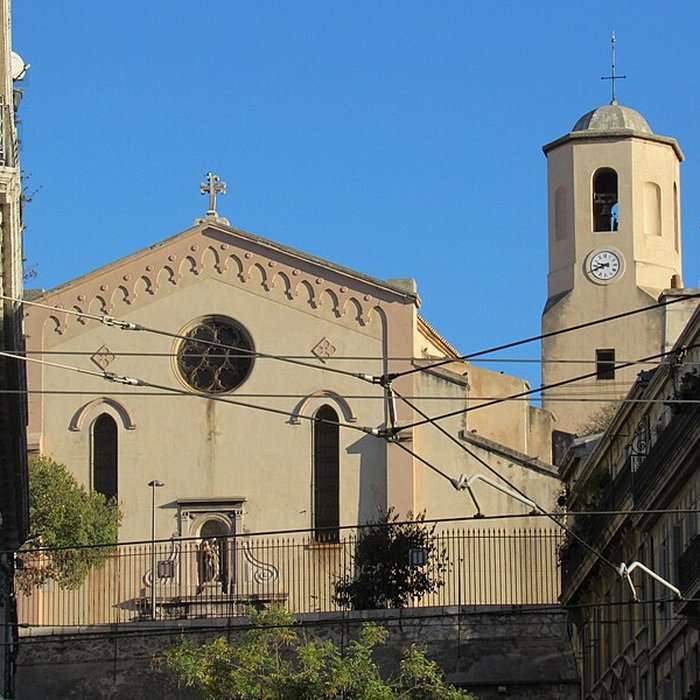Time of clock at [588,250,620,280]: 9:41
